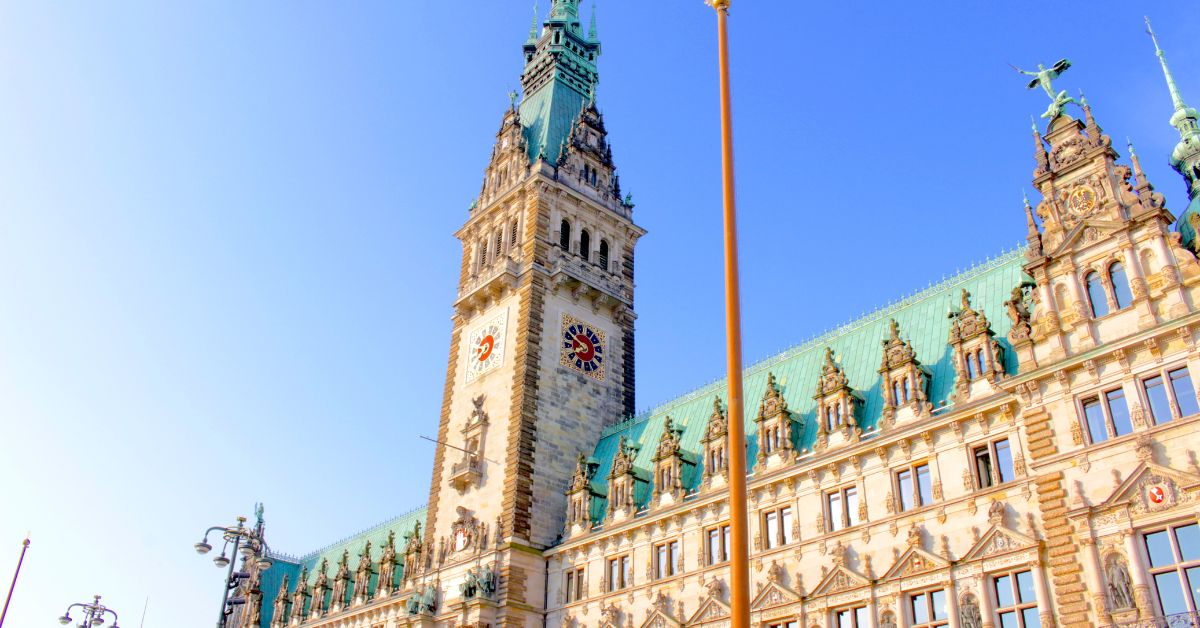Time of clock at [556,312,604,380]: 7:49
